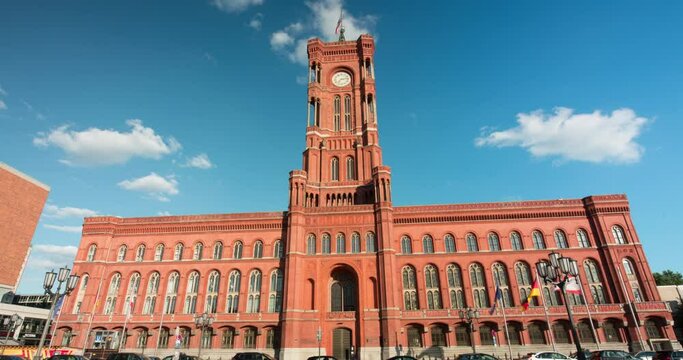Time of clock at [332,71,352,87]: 7:13
